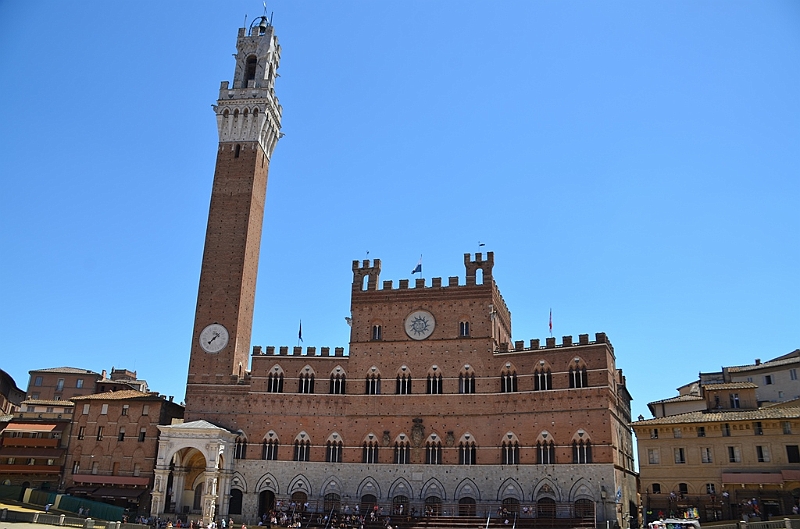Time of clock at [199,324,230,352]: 1:36
